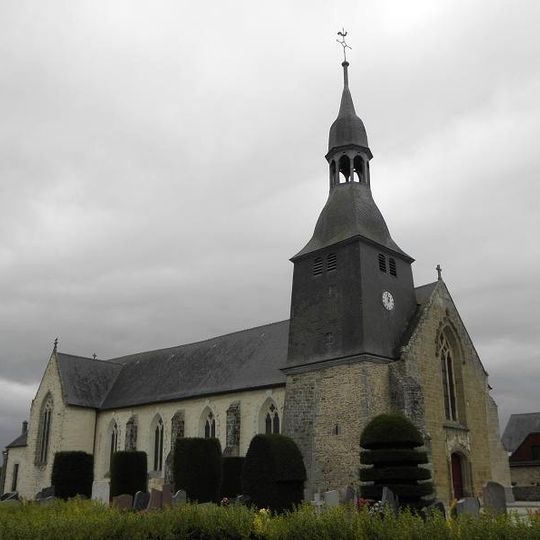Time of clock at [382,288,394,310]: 6:58
